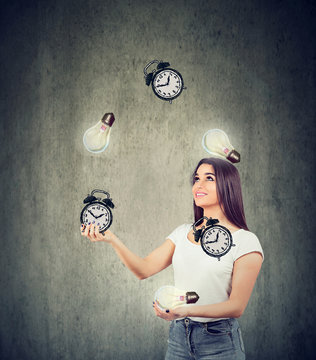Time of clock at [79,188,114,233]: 1:50
